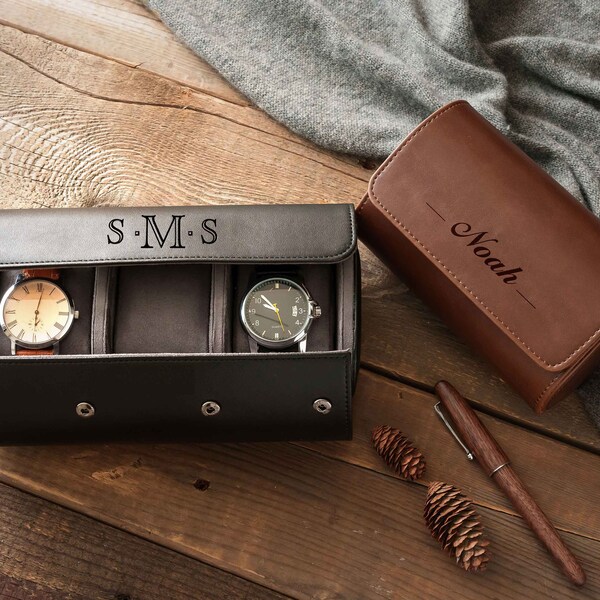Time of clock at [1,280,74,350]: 6:01
